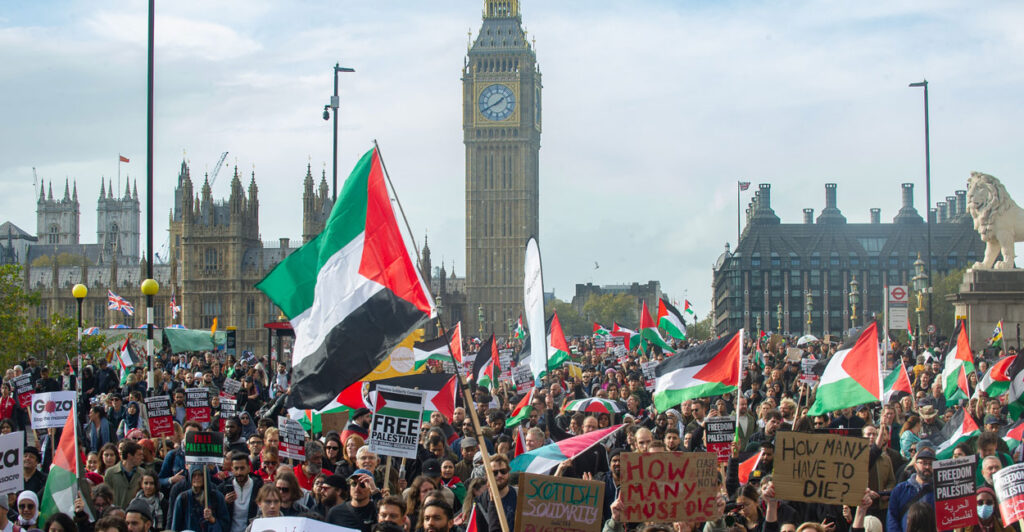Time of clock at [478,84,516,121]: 1:40
